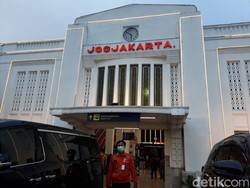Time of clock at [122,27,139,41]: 5:51
